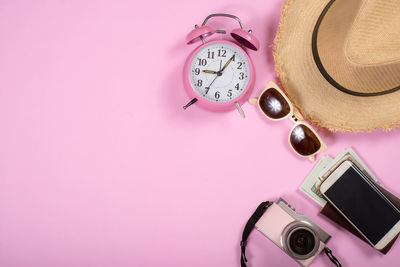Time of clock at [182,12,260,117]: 9:05
